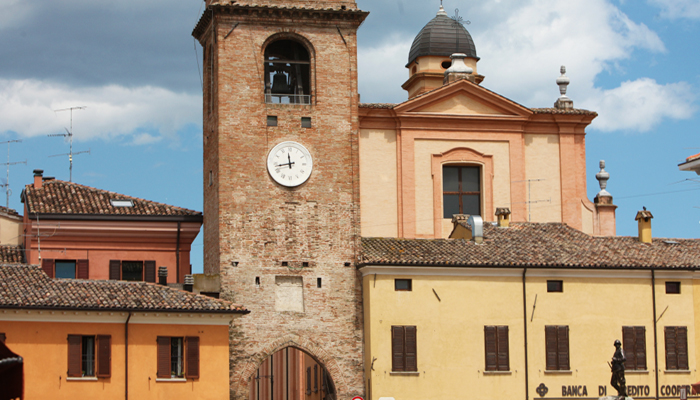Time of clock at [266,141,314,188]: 11:43
